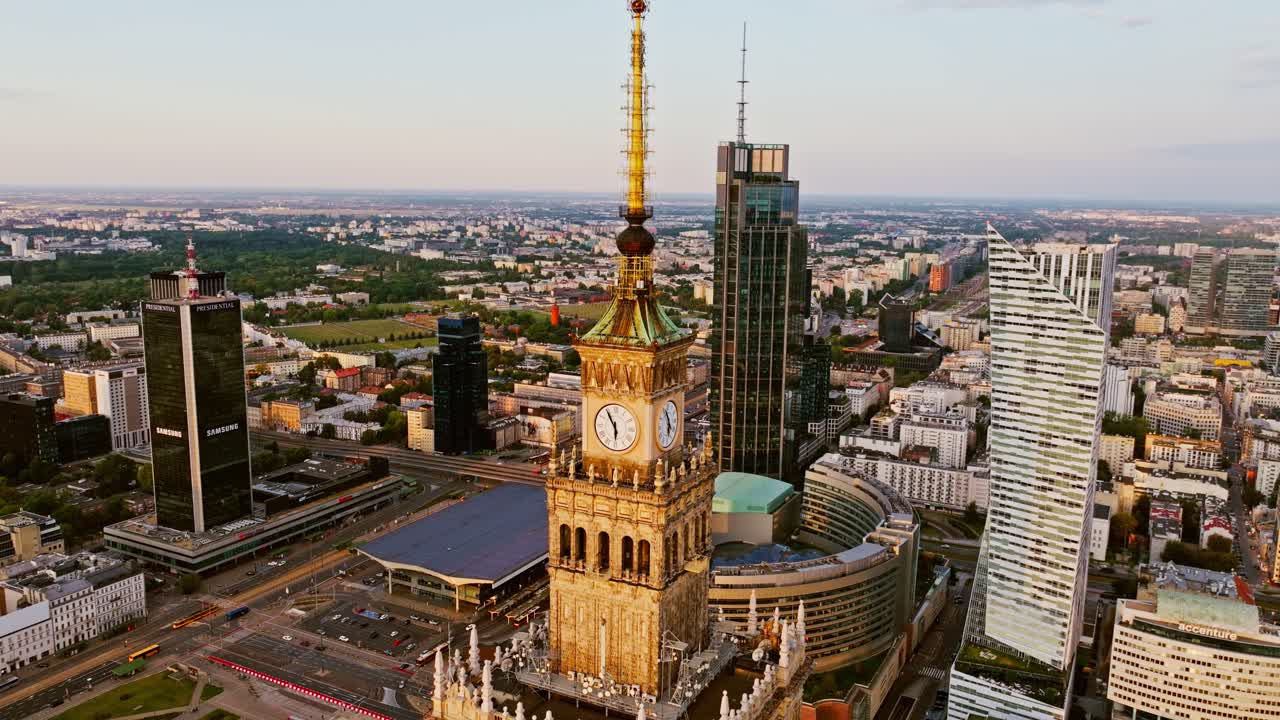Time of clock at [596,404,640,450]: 5:54
